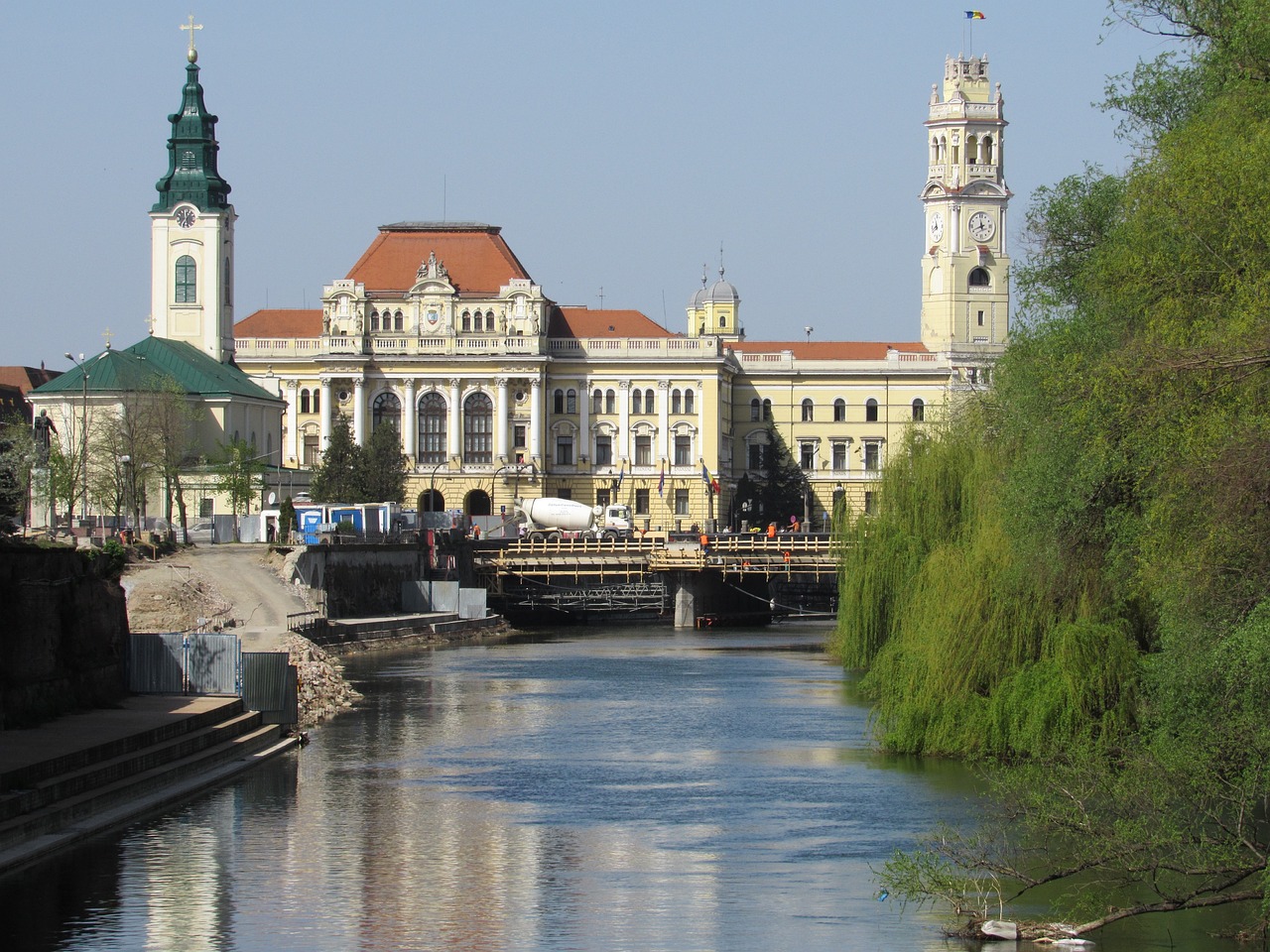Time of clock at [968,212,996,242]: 11:41
